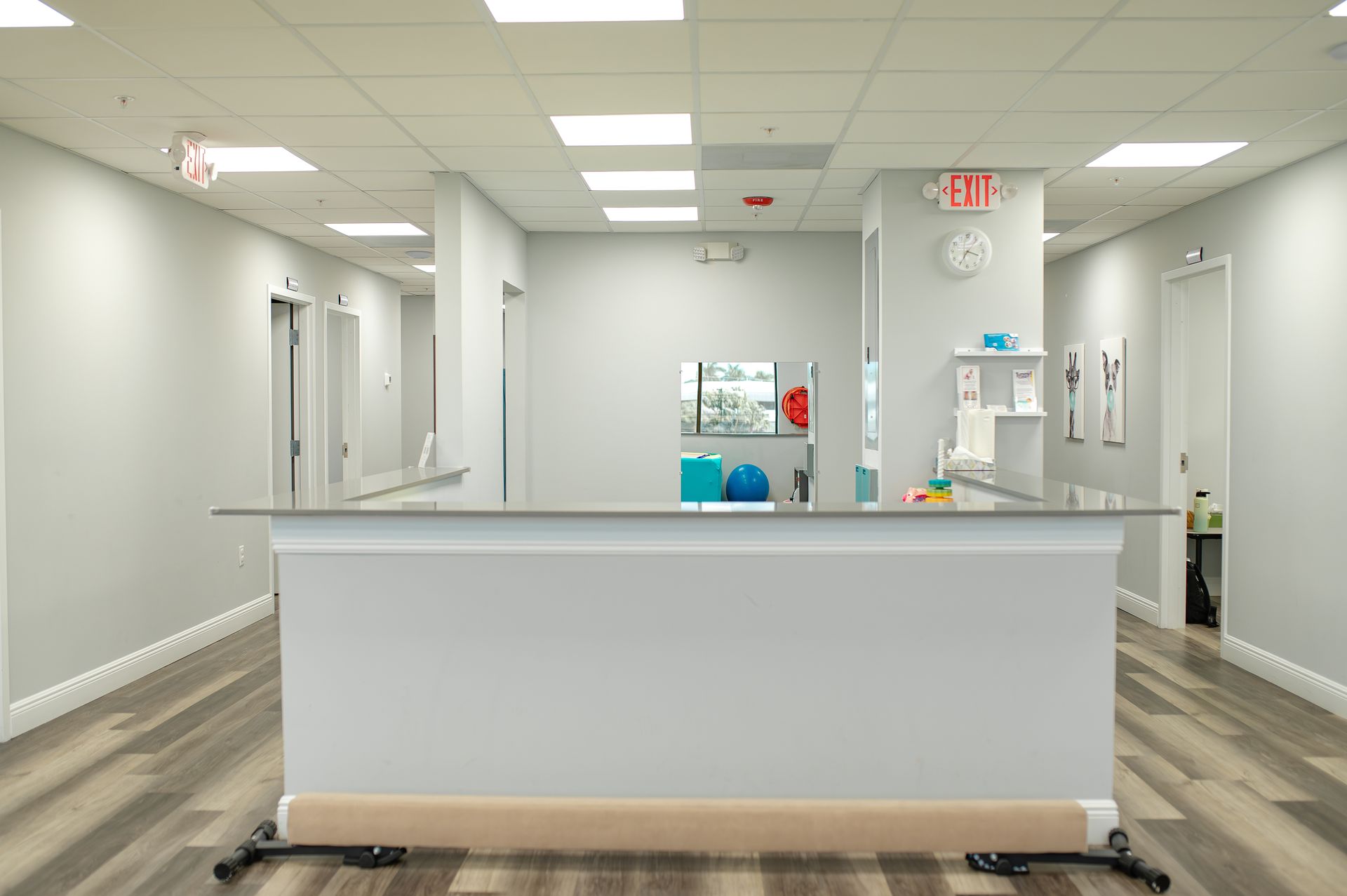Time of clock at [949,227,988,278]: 3:34
